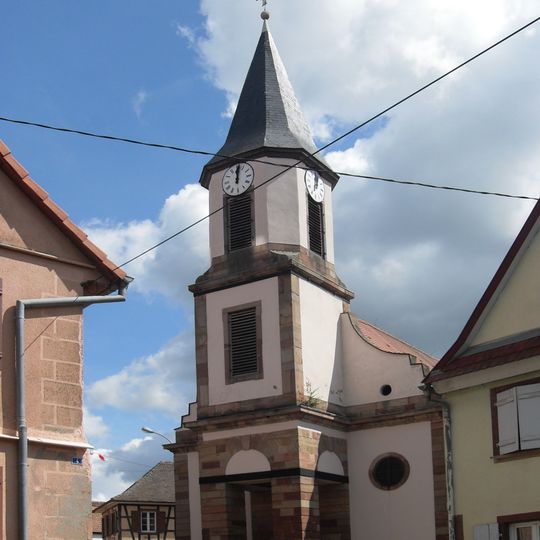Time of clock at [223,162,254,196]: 12:01
